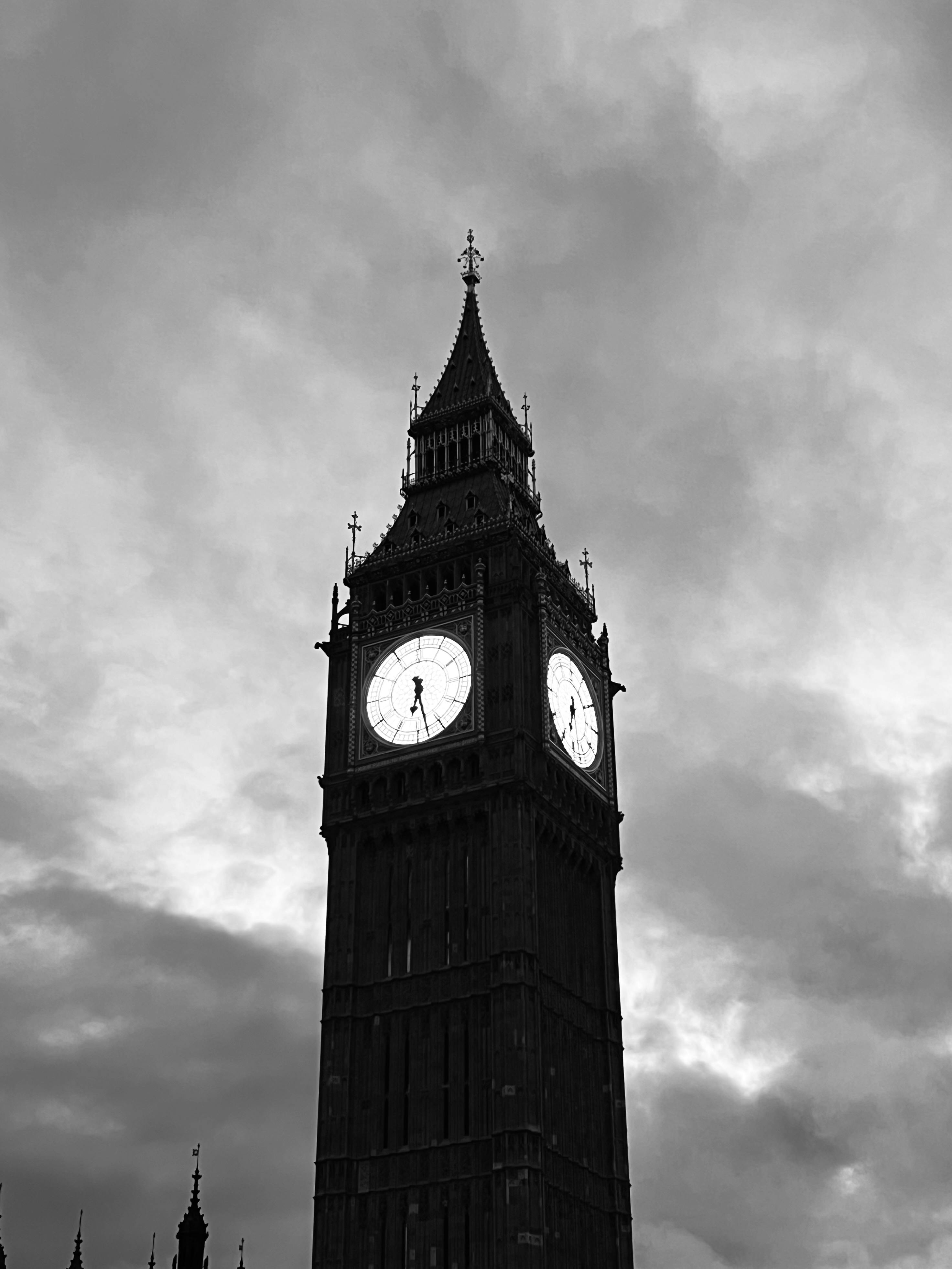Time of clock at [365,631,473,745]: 6:28
